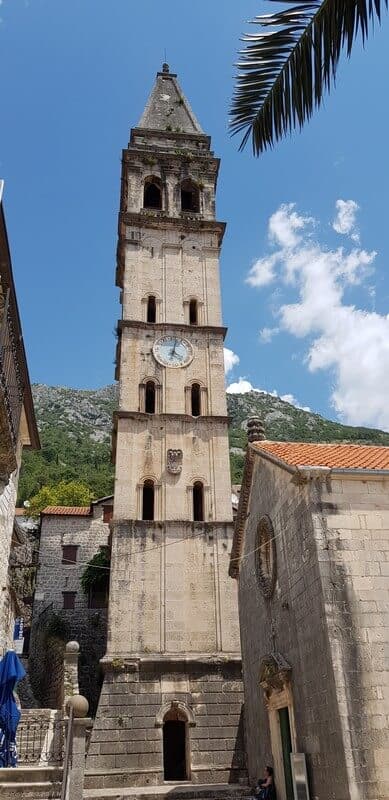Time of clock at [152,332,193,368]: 4:02
